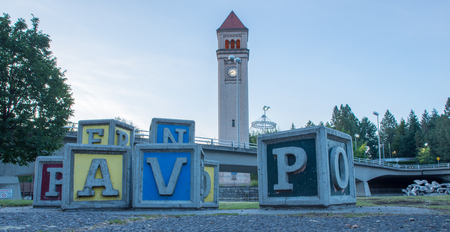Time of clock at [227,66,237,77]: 8:40
